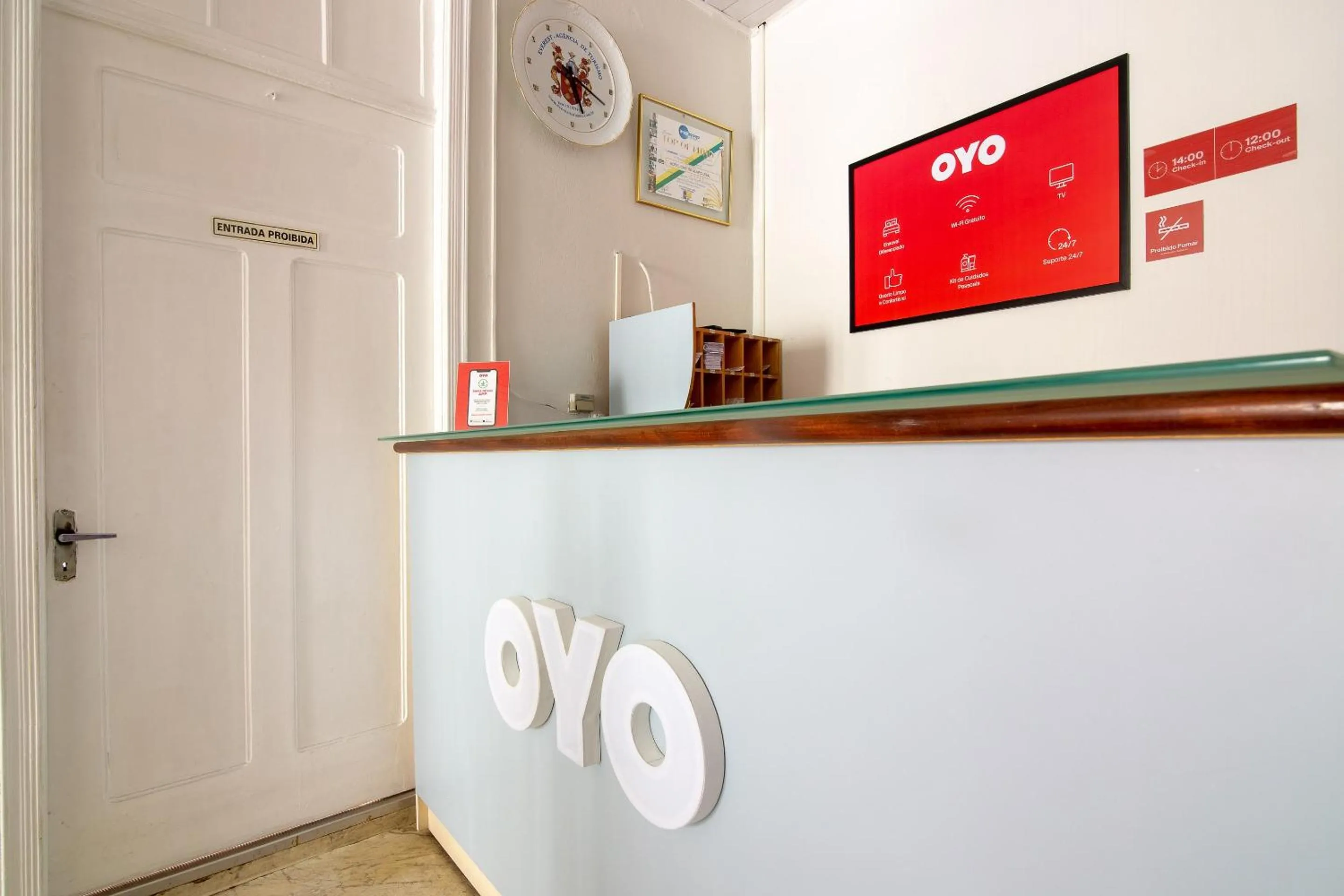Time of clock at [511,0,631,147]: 5:18
